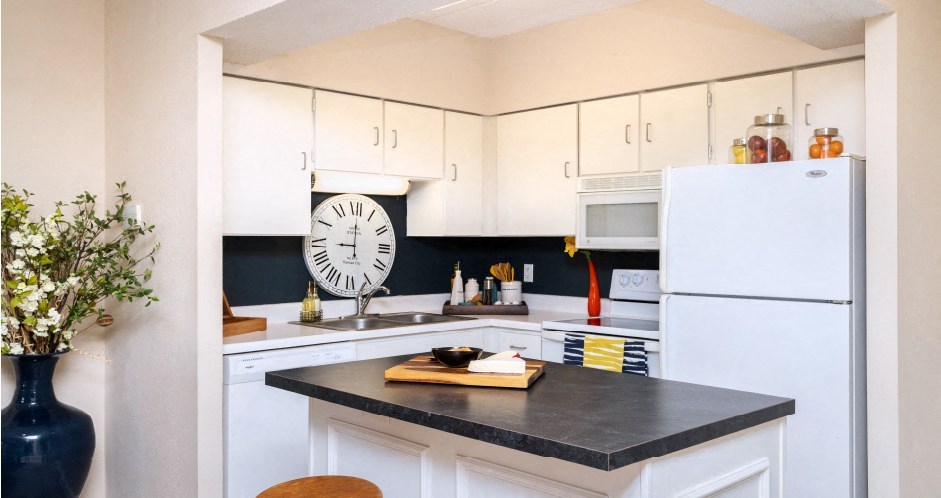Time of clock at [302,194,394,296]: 9:00
